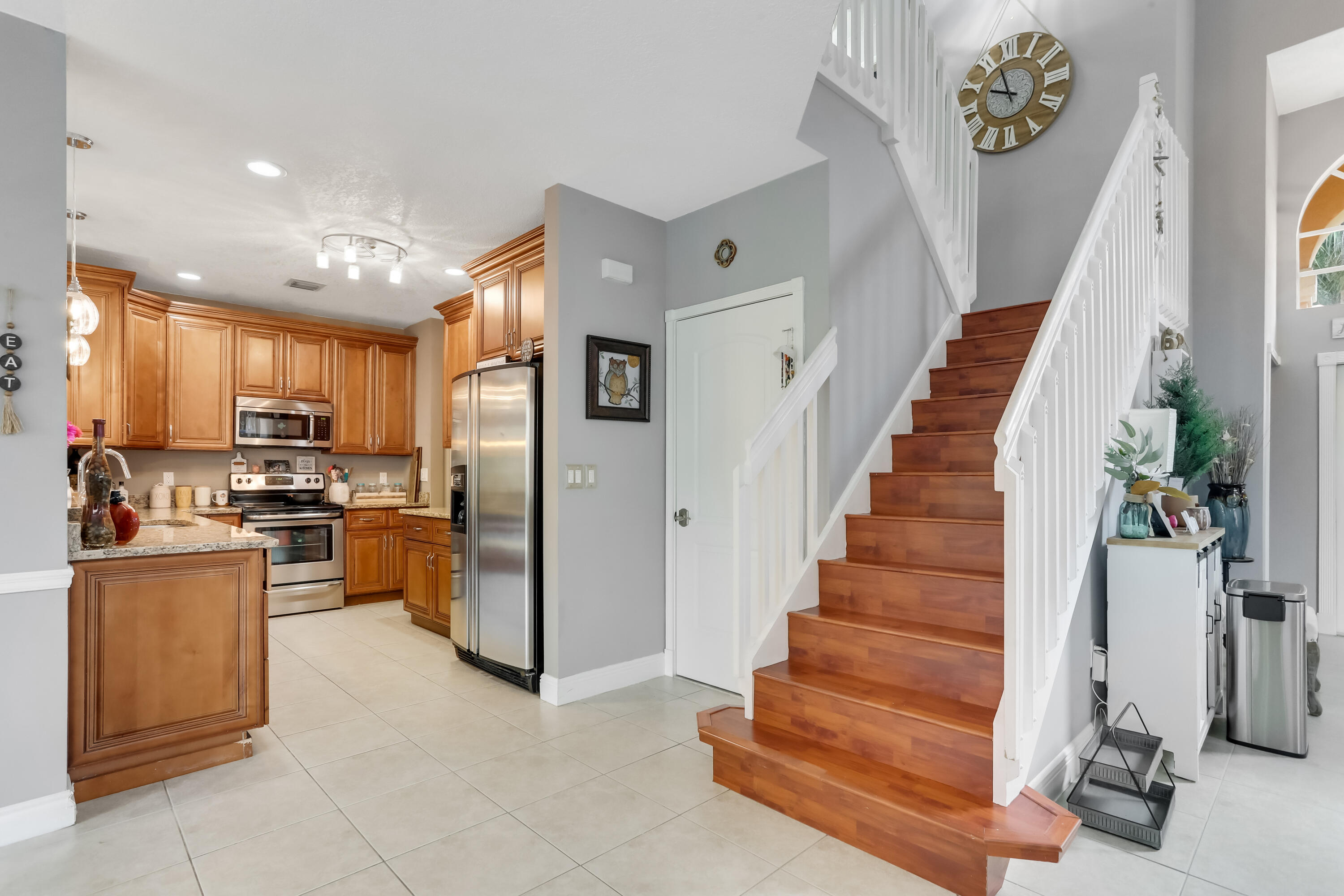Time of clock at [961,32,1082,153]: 9:57
